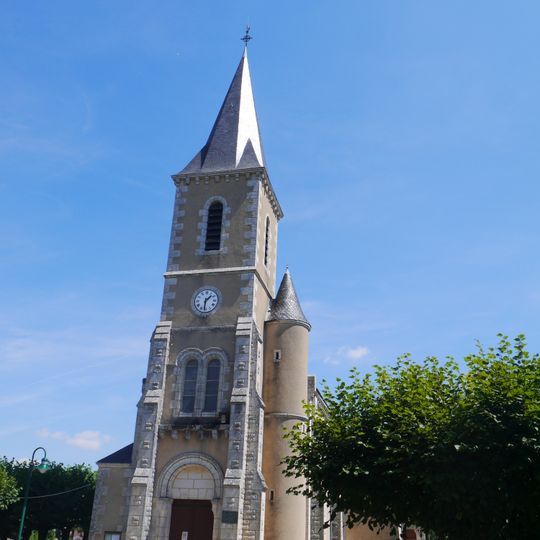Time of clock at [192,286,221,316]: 1:31
